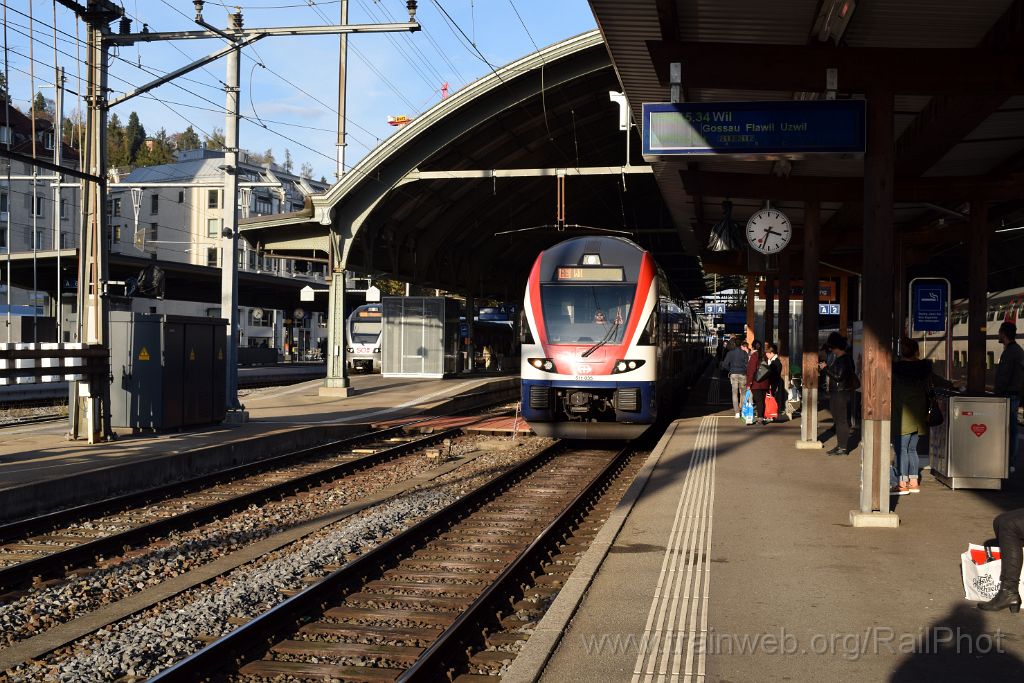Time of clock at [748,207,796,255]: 3:33
